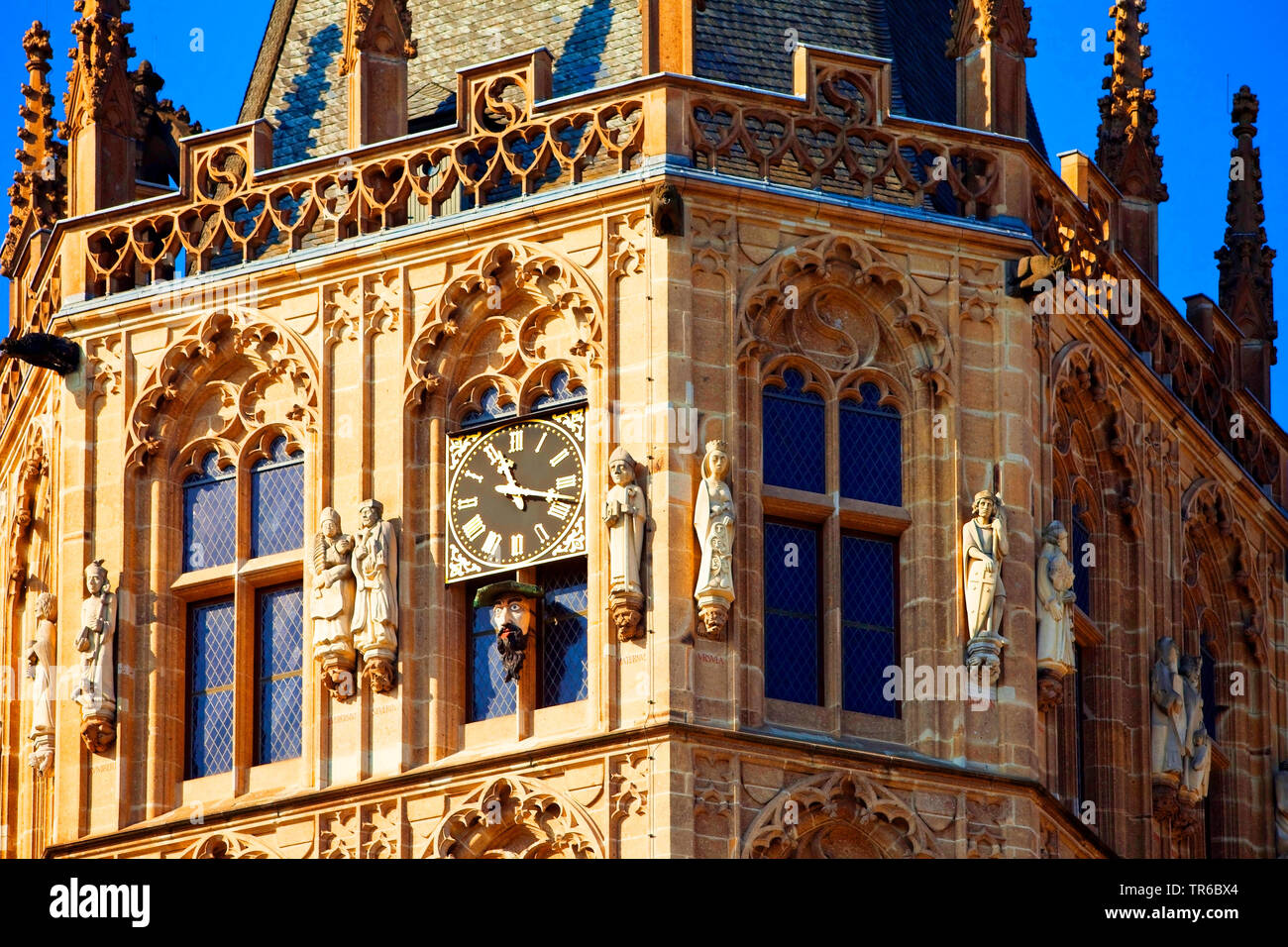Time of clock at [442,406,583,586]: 11:17
